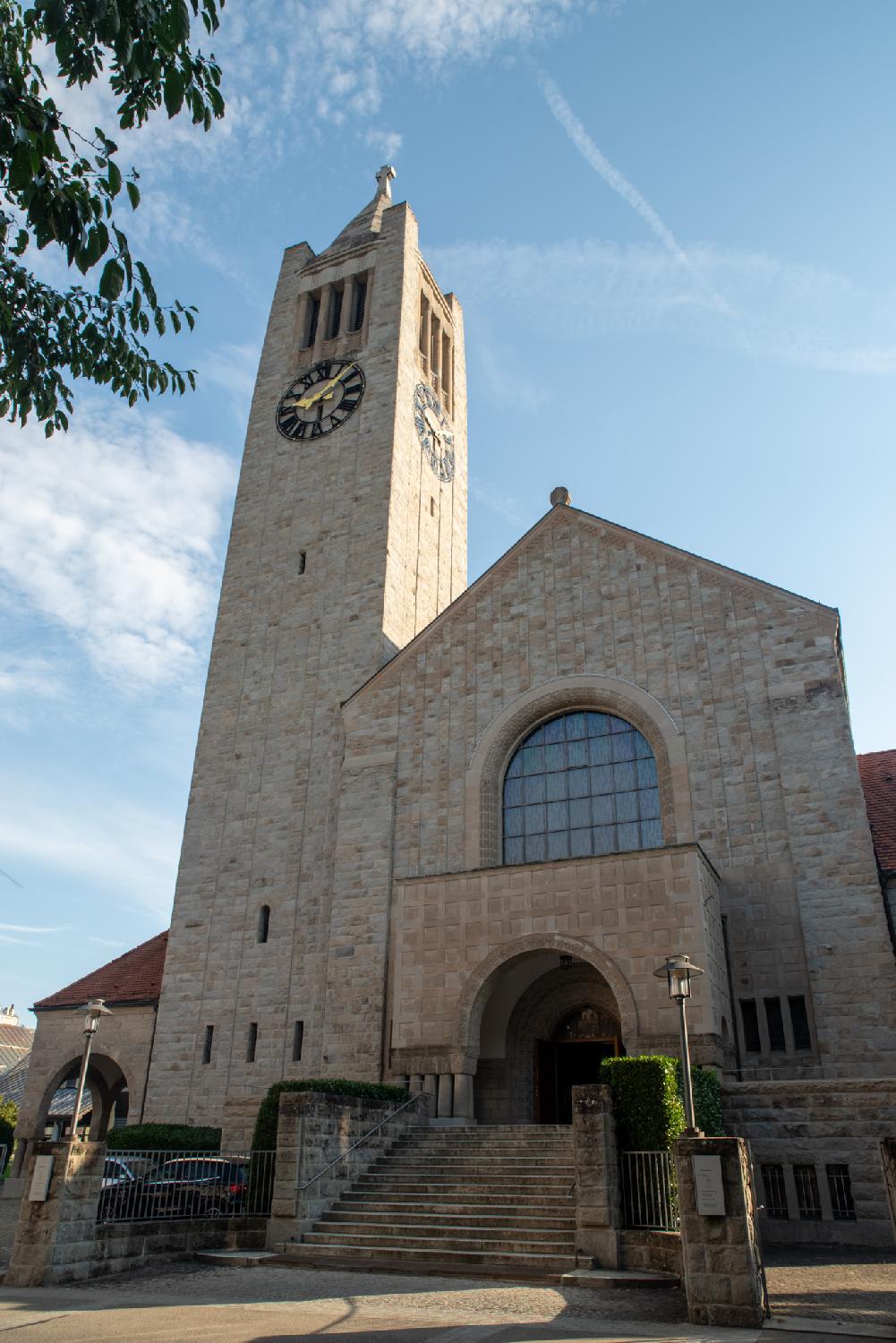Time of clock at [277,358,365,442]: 1:28
